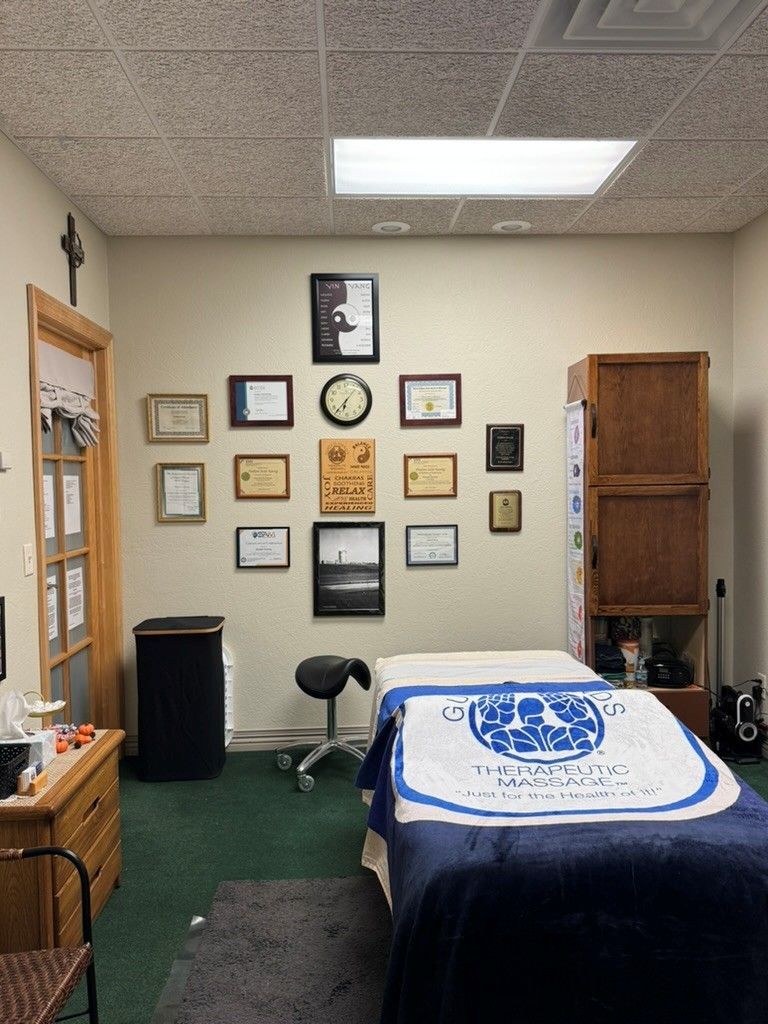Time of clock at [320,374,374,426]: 6:36
